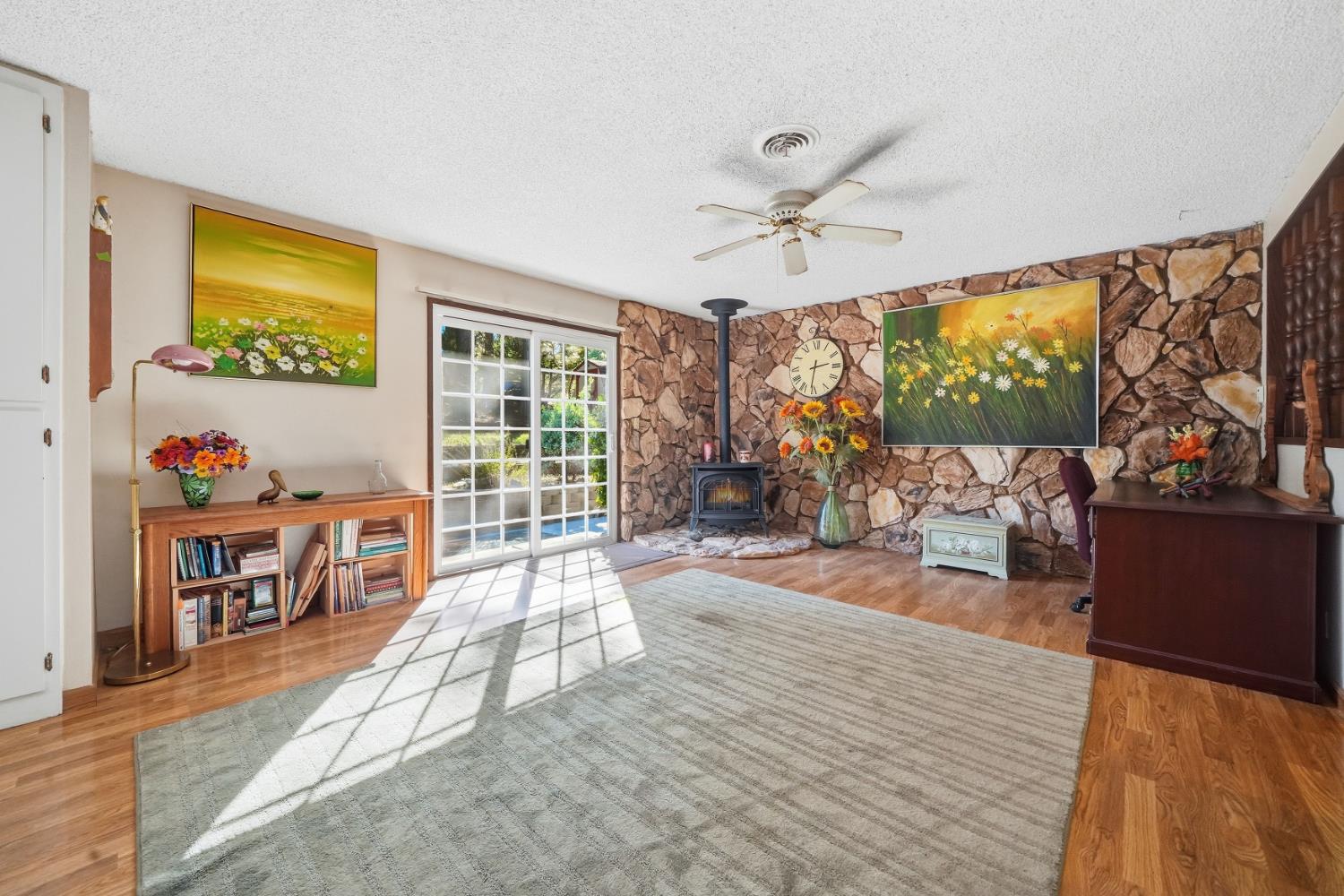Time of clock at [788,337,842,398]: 2:31
